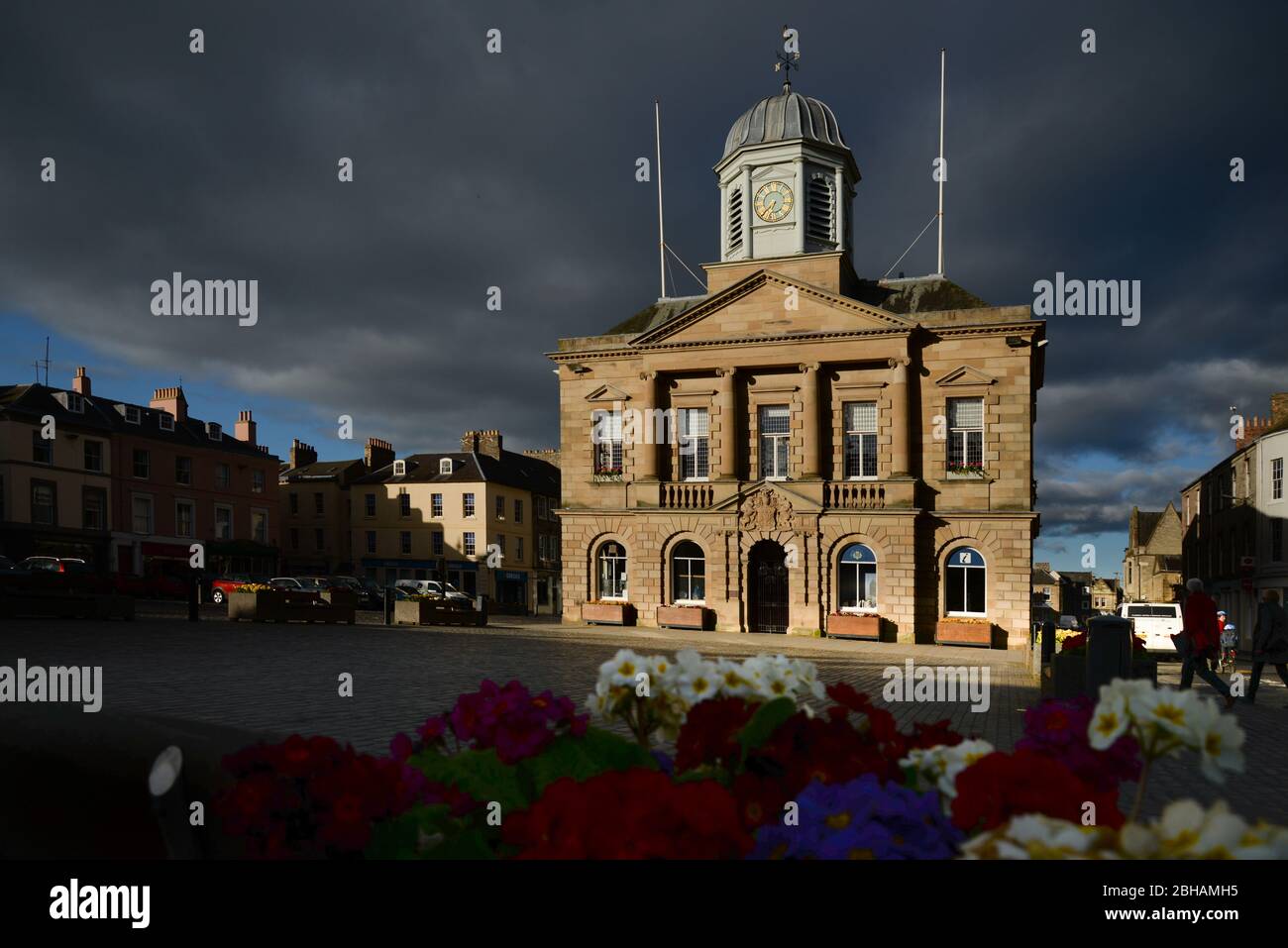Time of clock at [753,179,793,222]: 6:38
